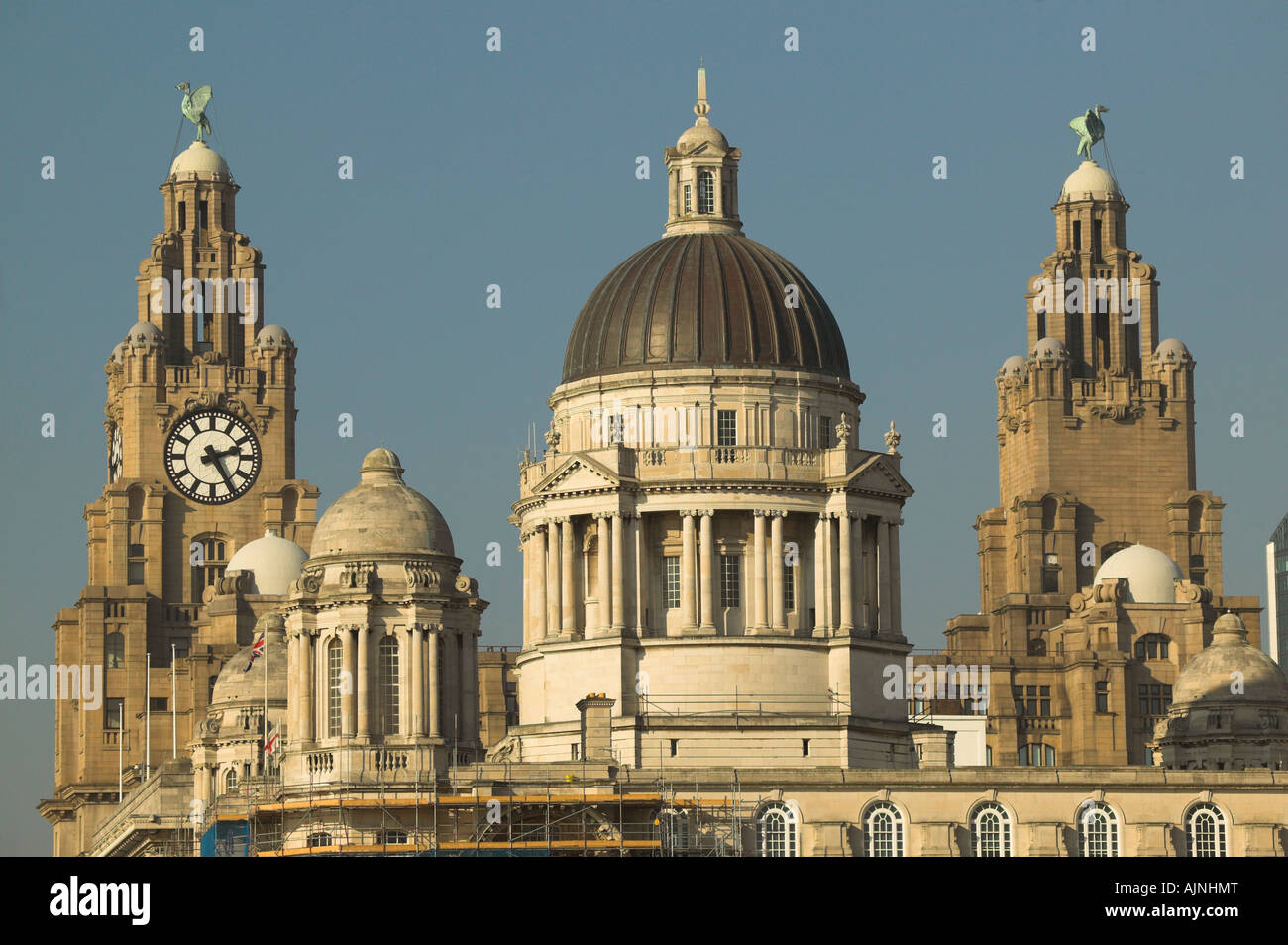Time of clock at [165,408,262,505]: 2:25
